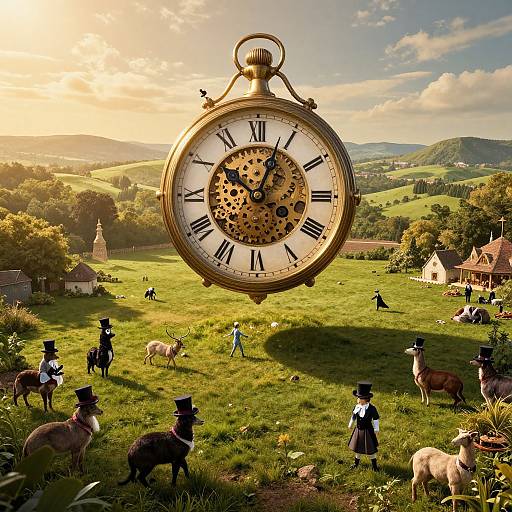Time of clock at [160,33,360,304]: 10:03
